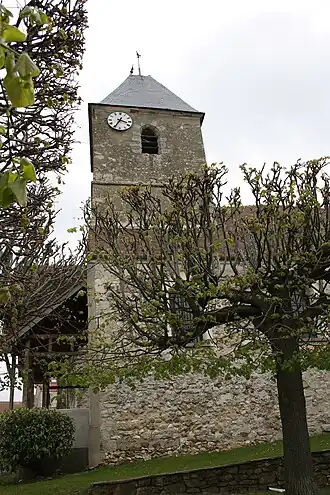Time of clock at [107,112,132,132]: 3:34
